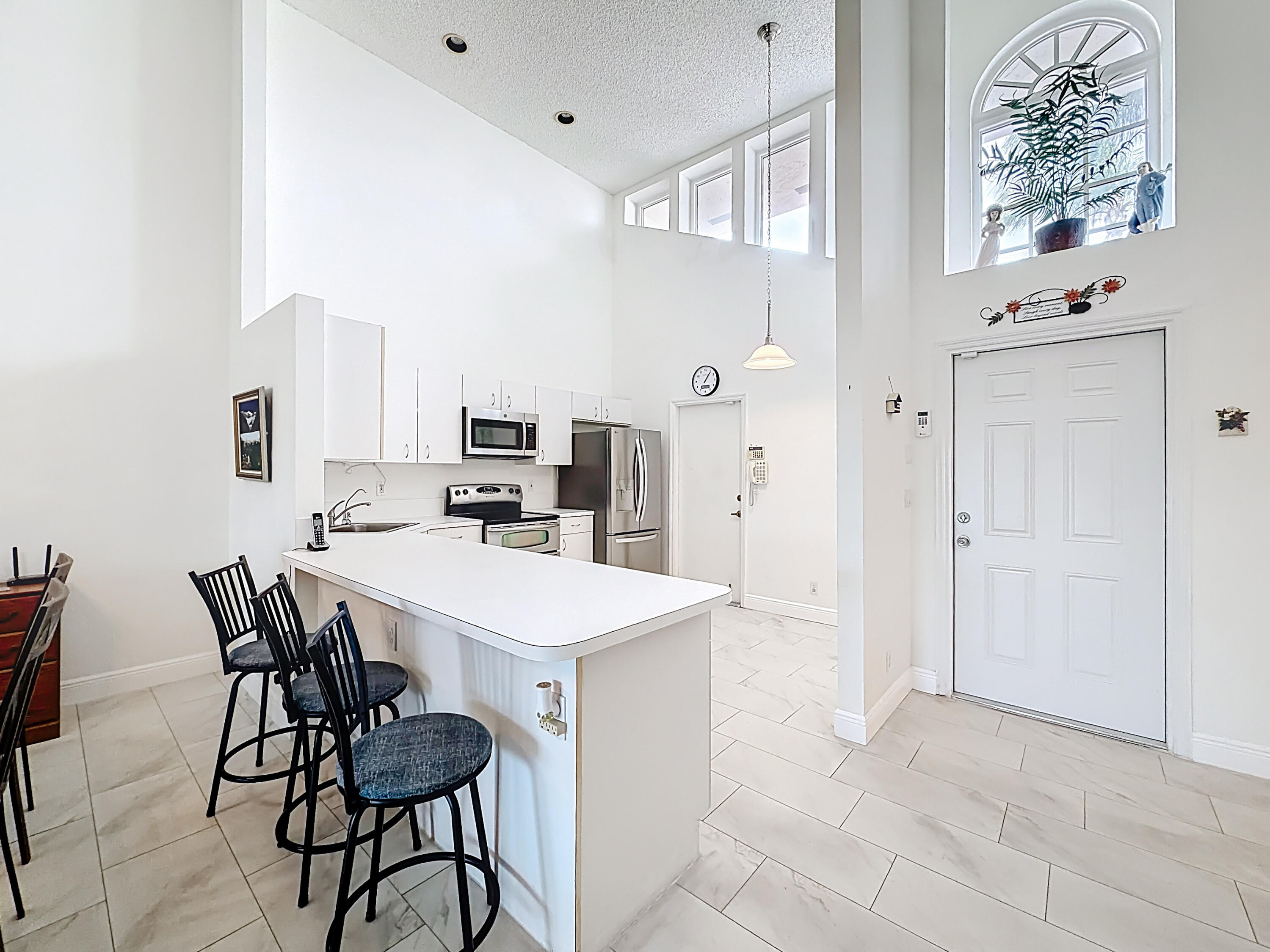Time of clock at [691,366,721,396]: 1:06
